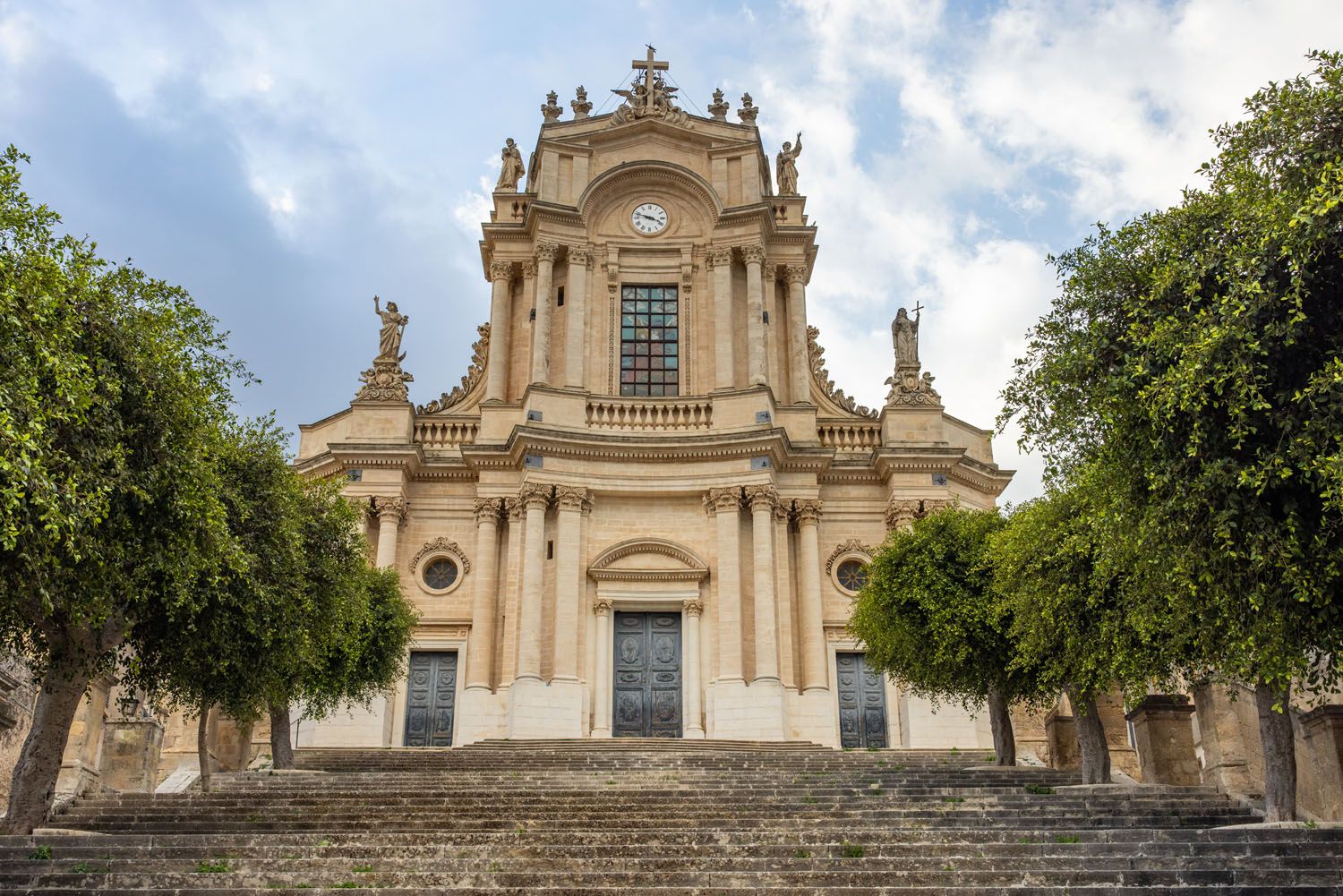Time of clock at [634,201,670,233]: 3:47
